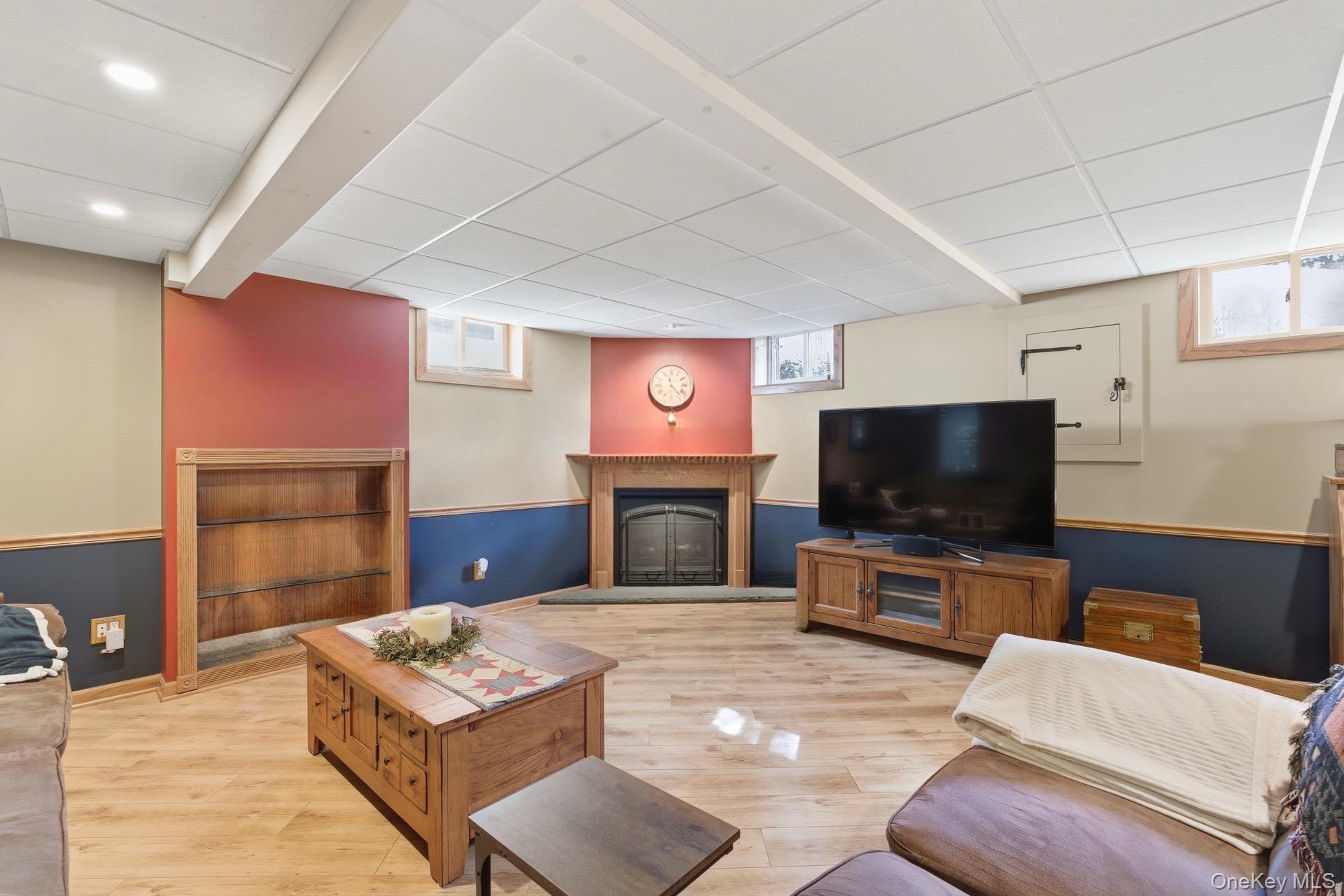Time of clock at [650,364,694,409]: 11:22
